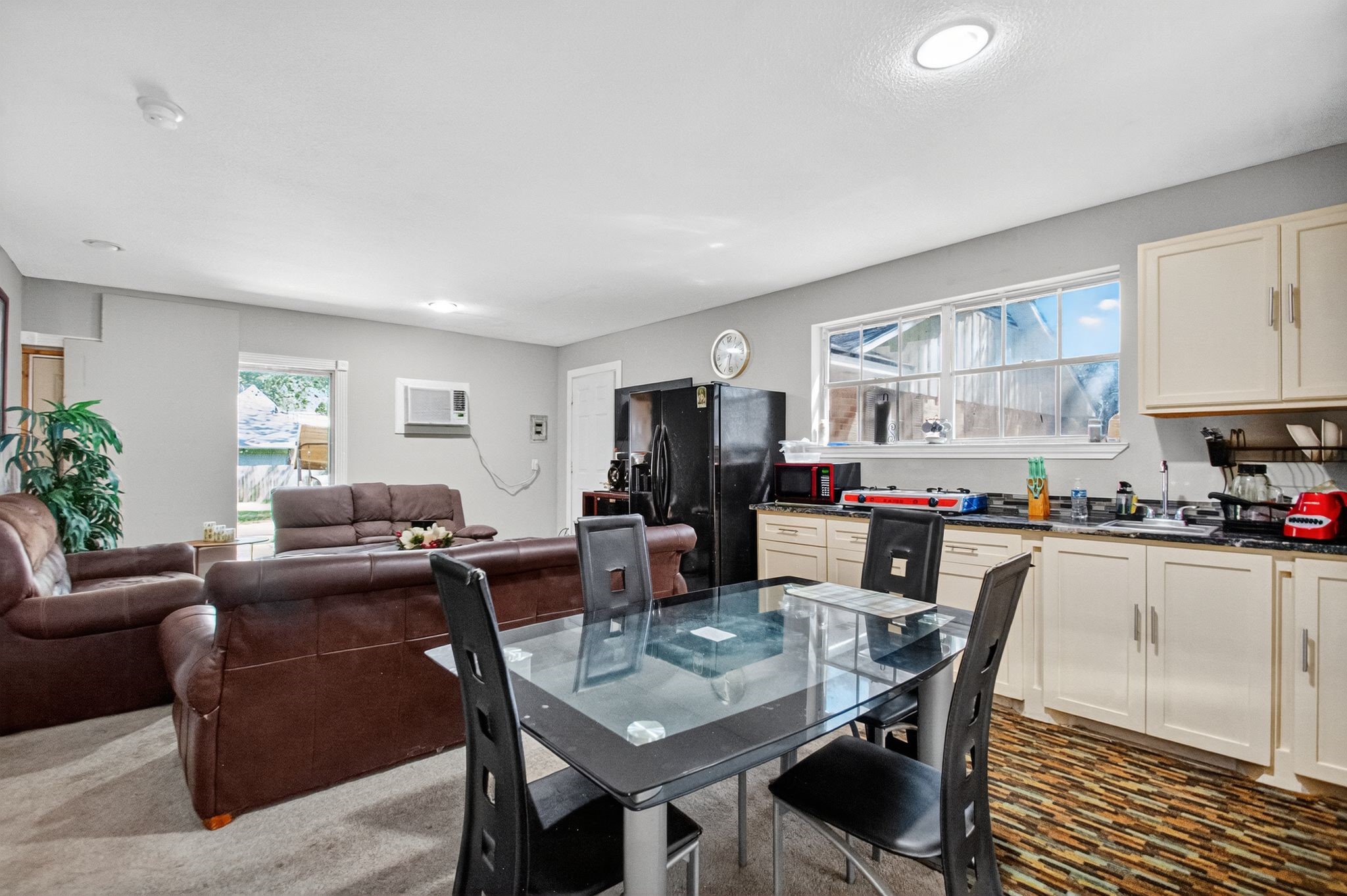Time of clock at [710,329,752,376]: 6:32
